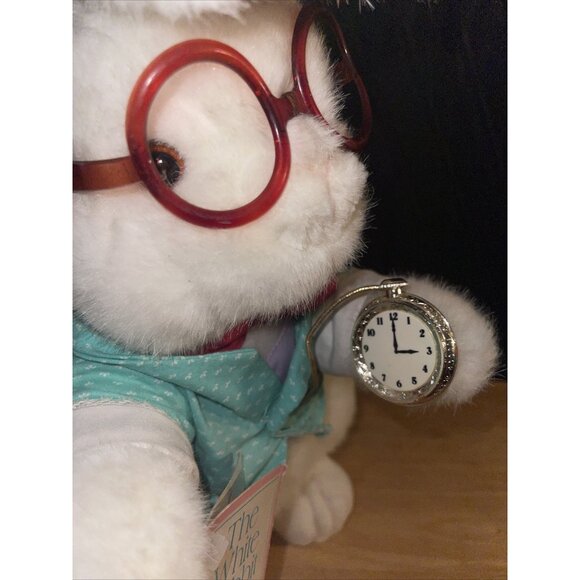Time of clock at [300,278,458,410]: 2:59
